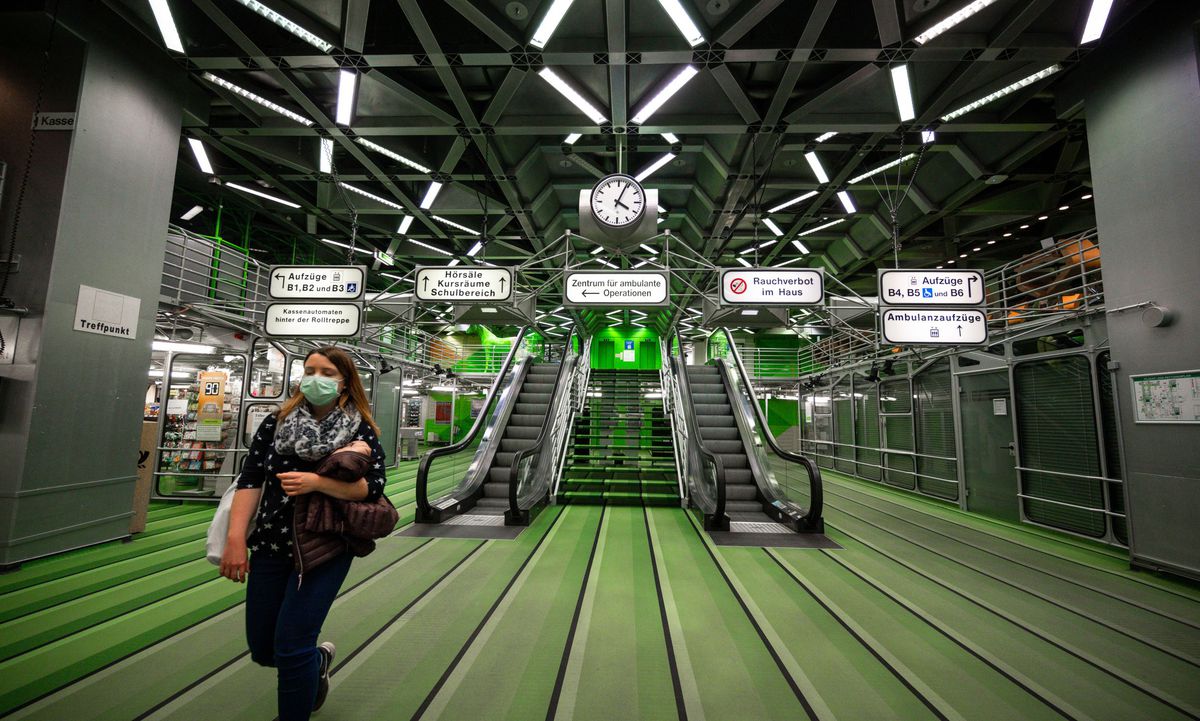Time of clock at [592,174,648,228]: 4:04
